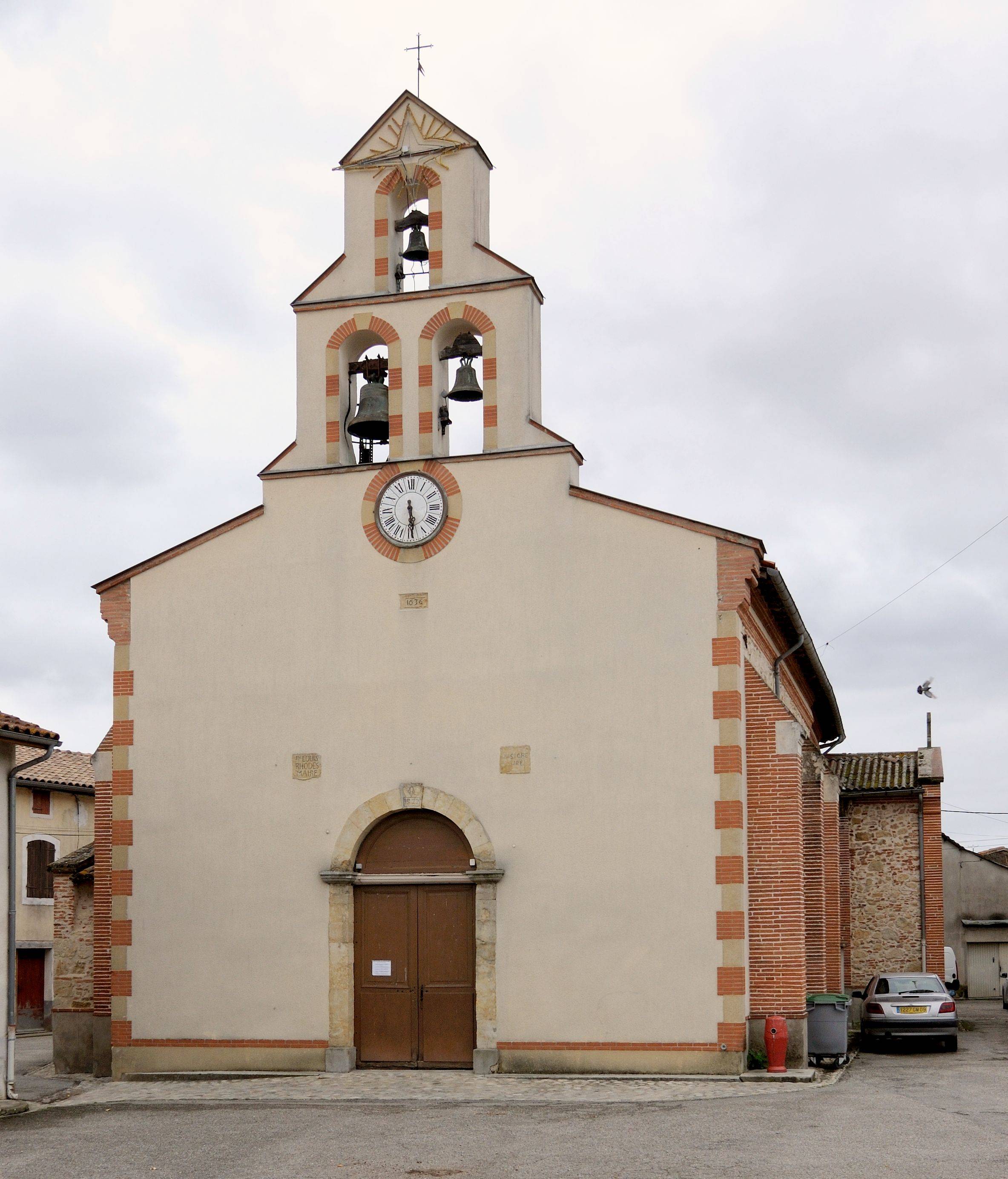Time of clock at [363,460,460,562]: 5:29
